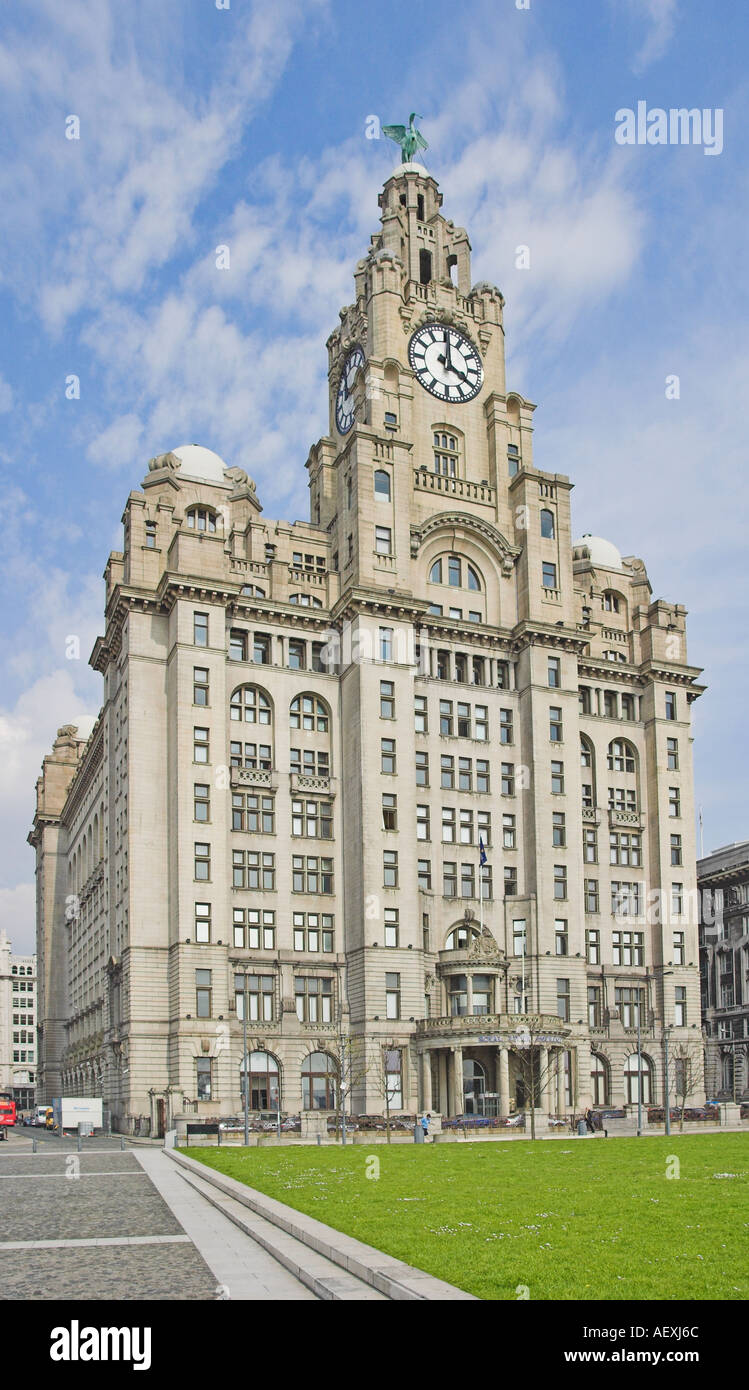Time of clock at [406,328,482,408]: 4:00
